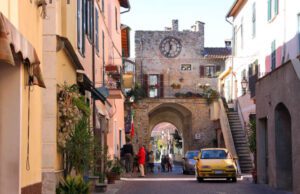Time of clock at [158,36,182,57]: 11:33
